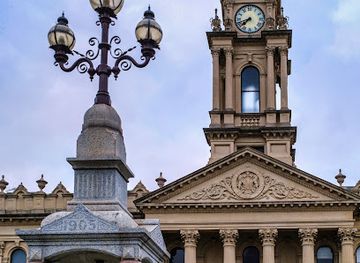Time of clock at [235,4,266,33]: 7:42
